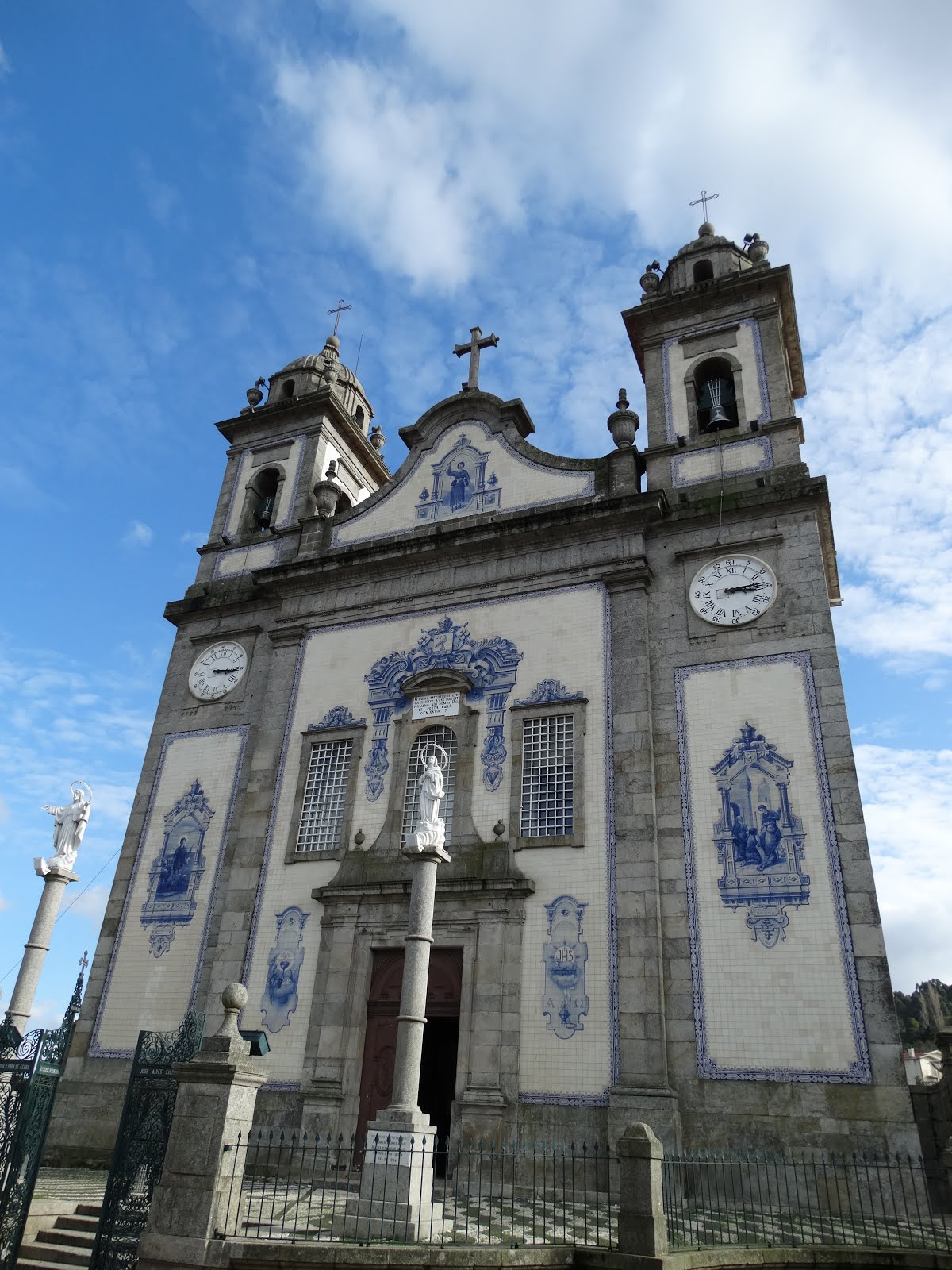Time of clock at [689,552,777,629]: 3:13
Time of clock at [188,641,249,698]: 3:15
